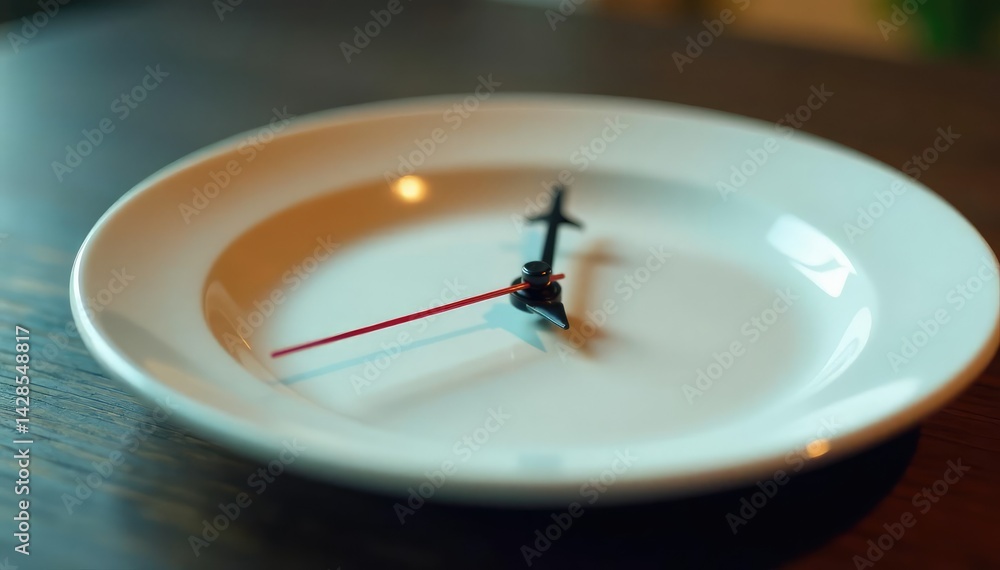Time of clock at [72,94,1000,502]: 5:00
